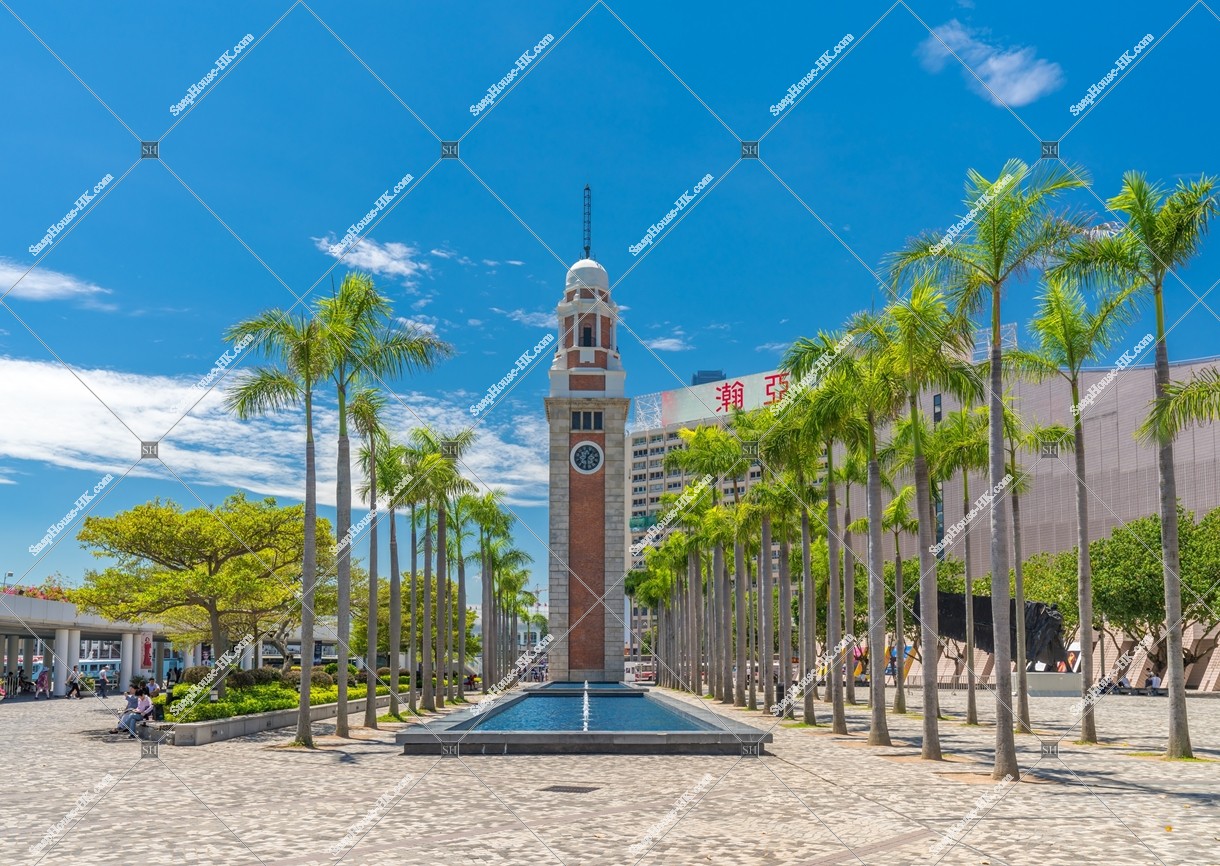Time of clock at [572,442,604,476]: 1:29
